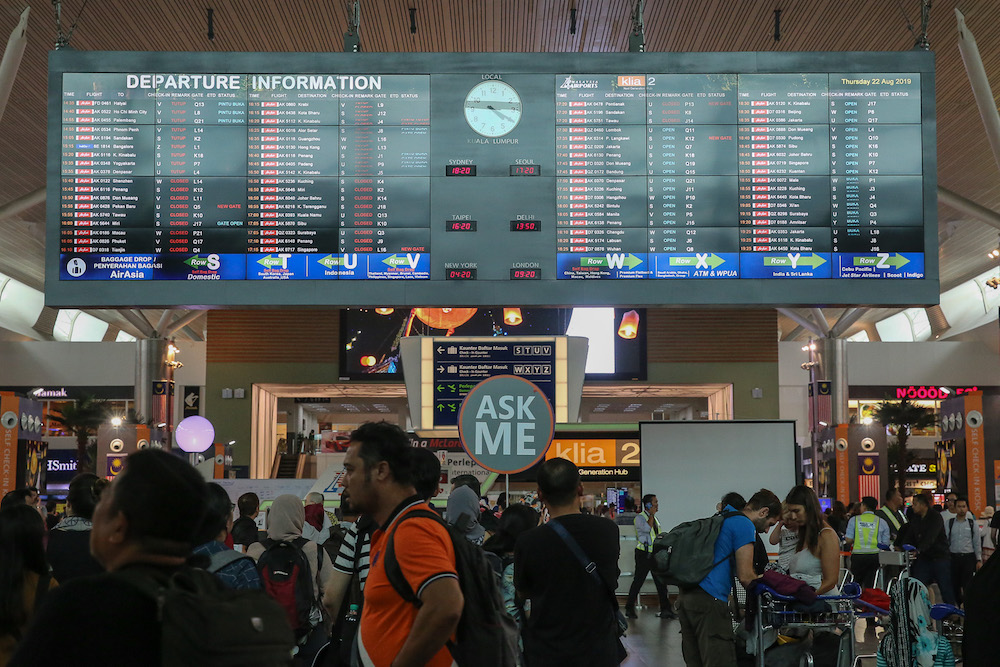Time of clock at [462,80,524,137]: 4:14
